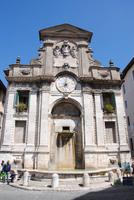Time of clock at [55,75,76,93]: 8:01
